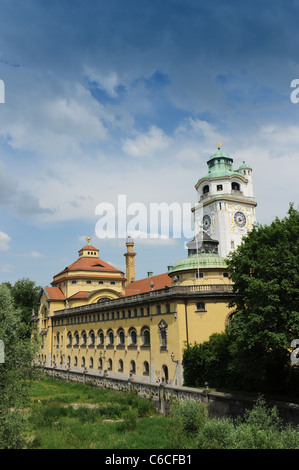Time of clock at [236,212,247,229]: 7:12
